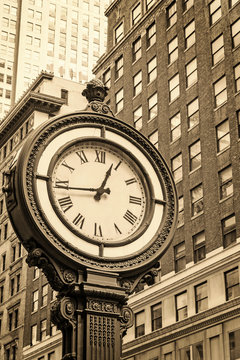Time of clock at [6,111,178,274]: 12:44
